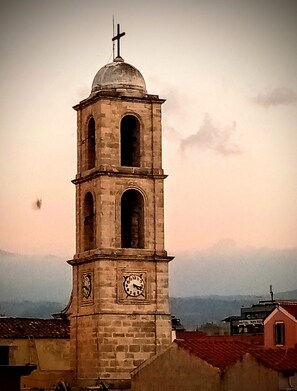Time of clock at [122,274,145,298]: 4:17
